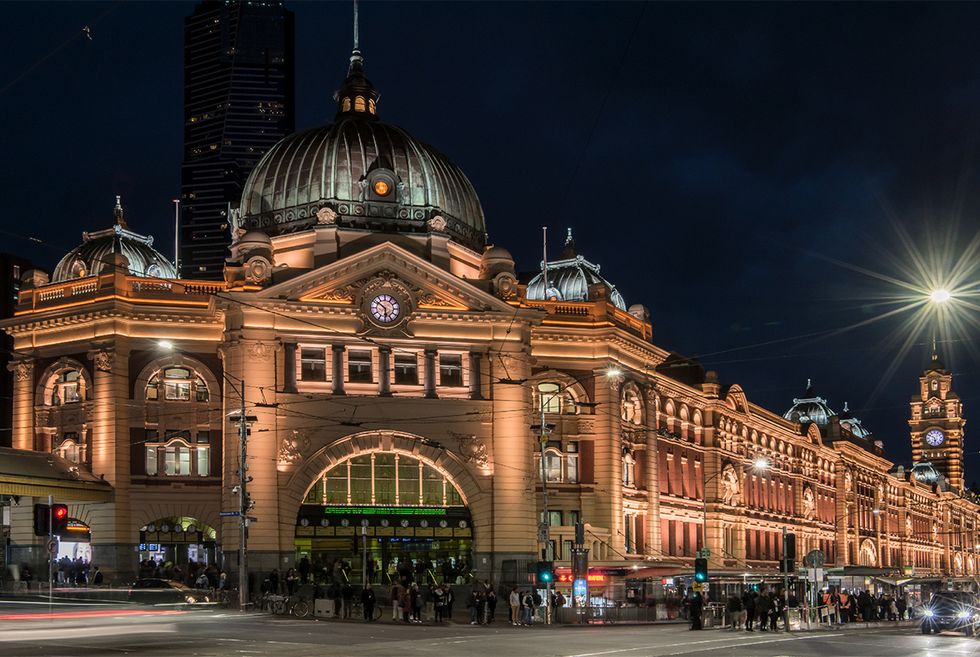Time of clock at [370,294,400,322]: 5:51
